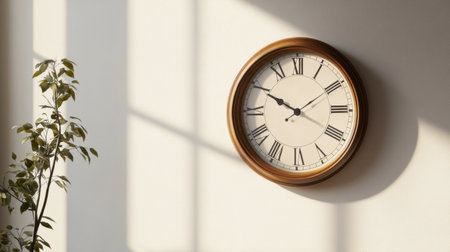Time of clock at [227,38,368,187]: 1:49
